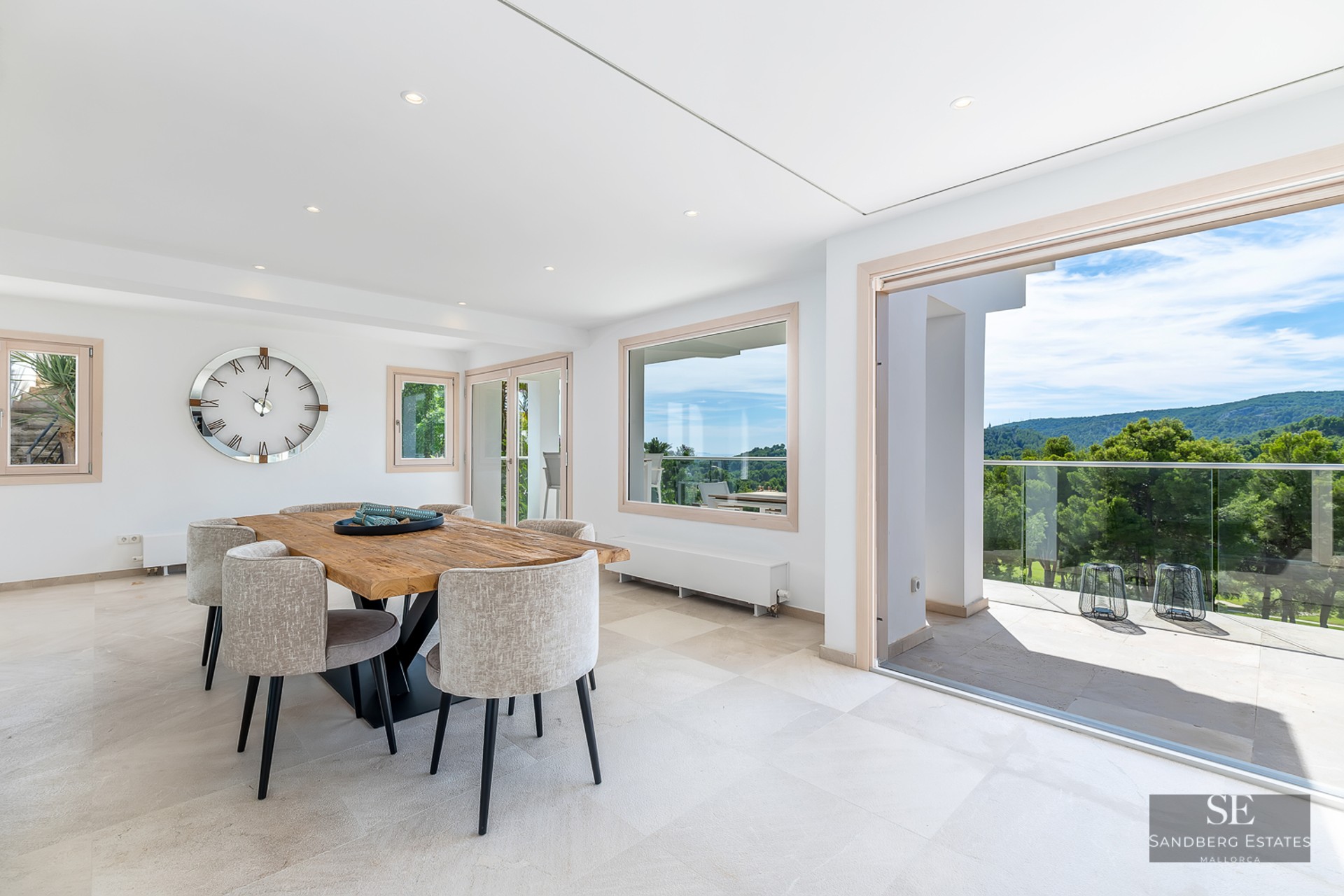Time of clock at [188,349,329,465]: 10:01
